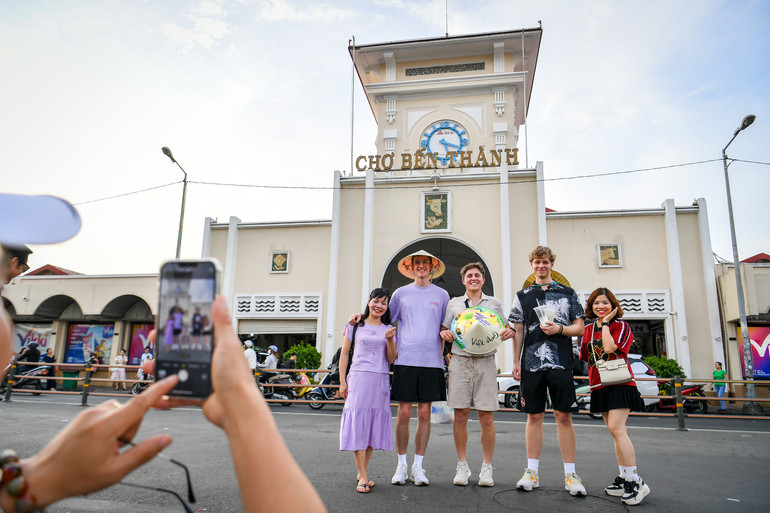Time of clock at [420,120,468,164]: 5:18
